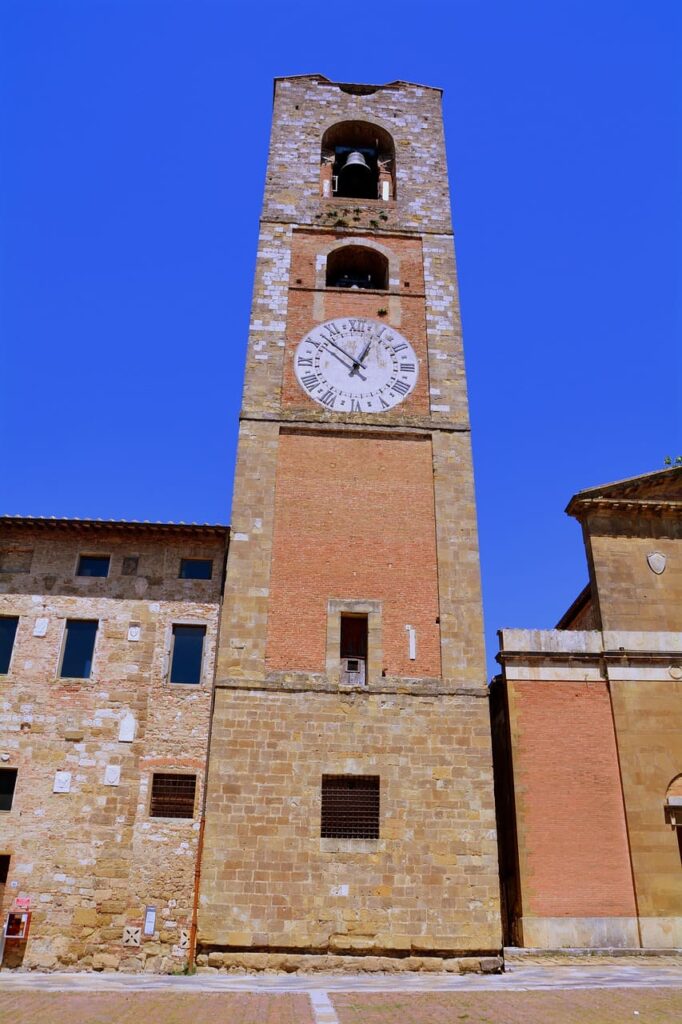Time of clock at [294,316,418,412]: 12:52
